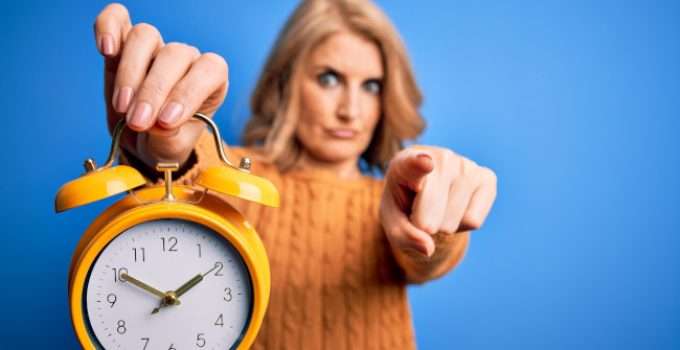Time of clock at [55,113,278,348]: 1:50
